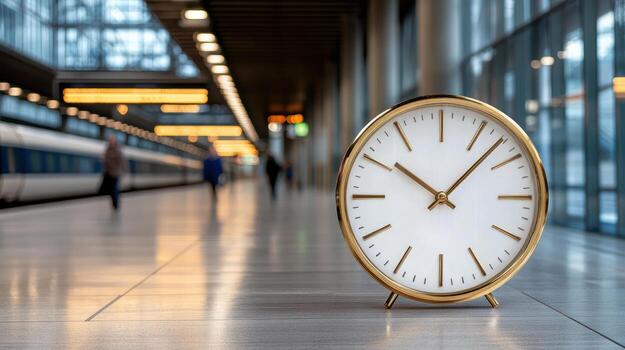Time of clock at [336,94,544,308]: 10:07
